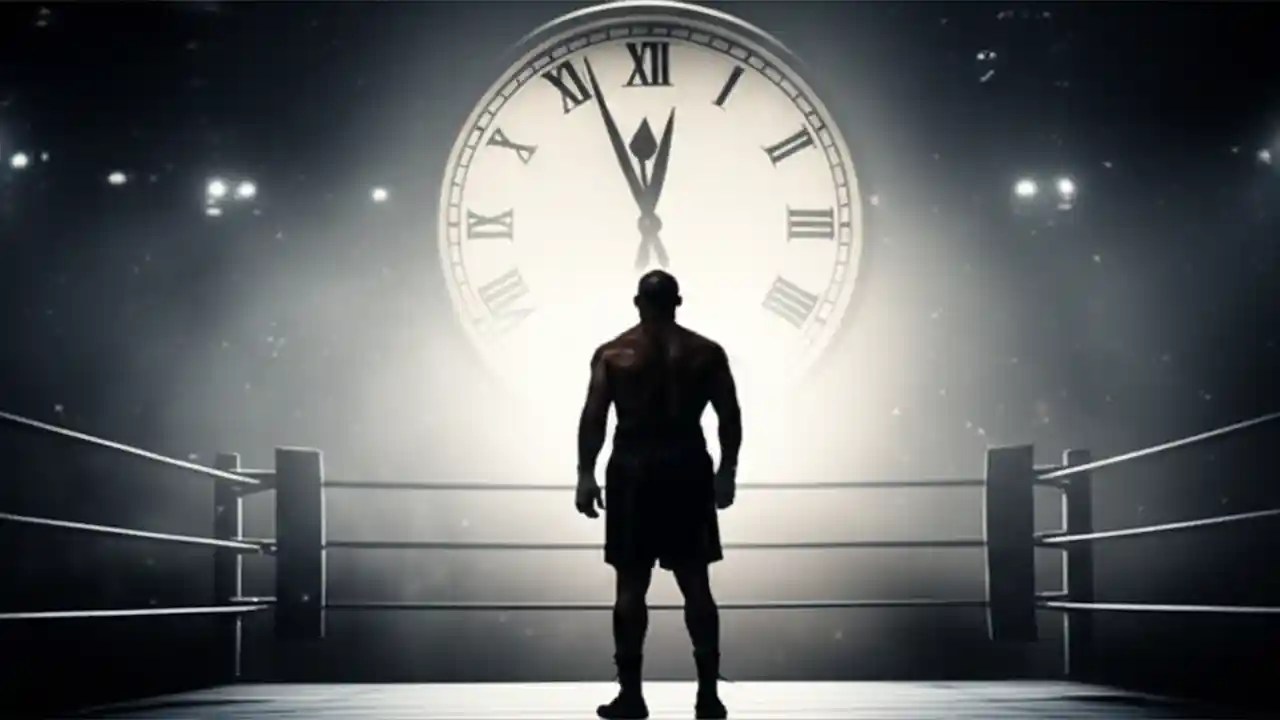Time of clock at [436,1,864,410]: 11:56
